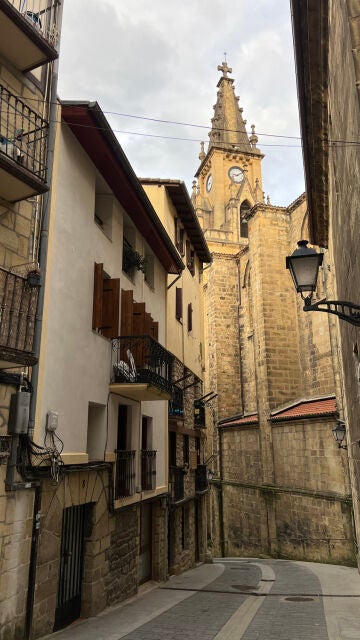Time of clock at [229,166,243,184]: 9:10
